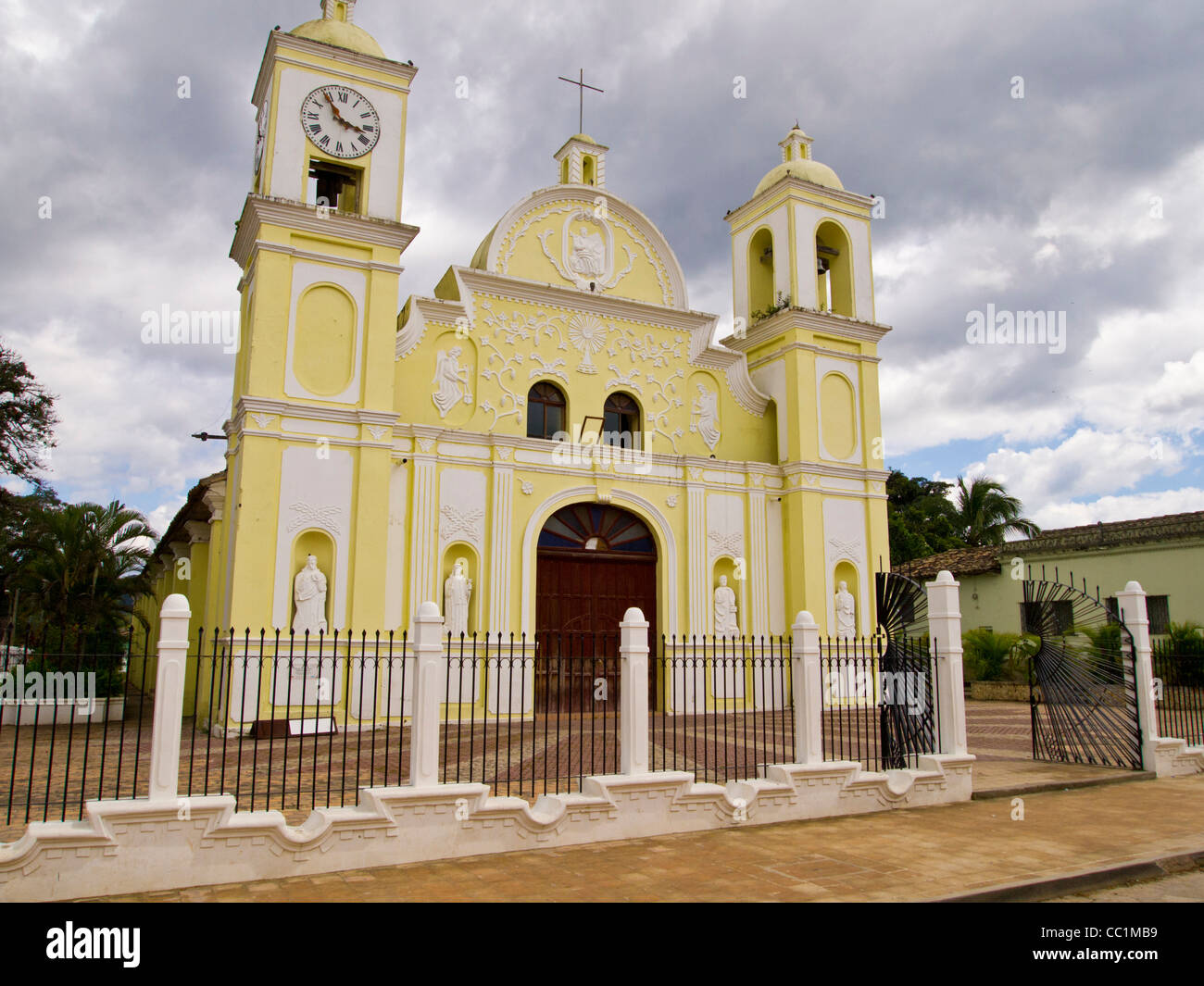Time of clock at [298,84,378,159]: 3:54
